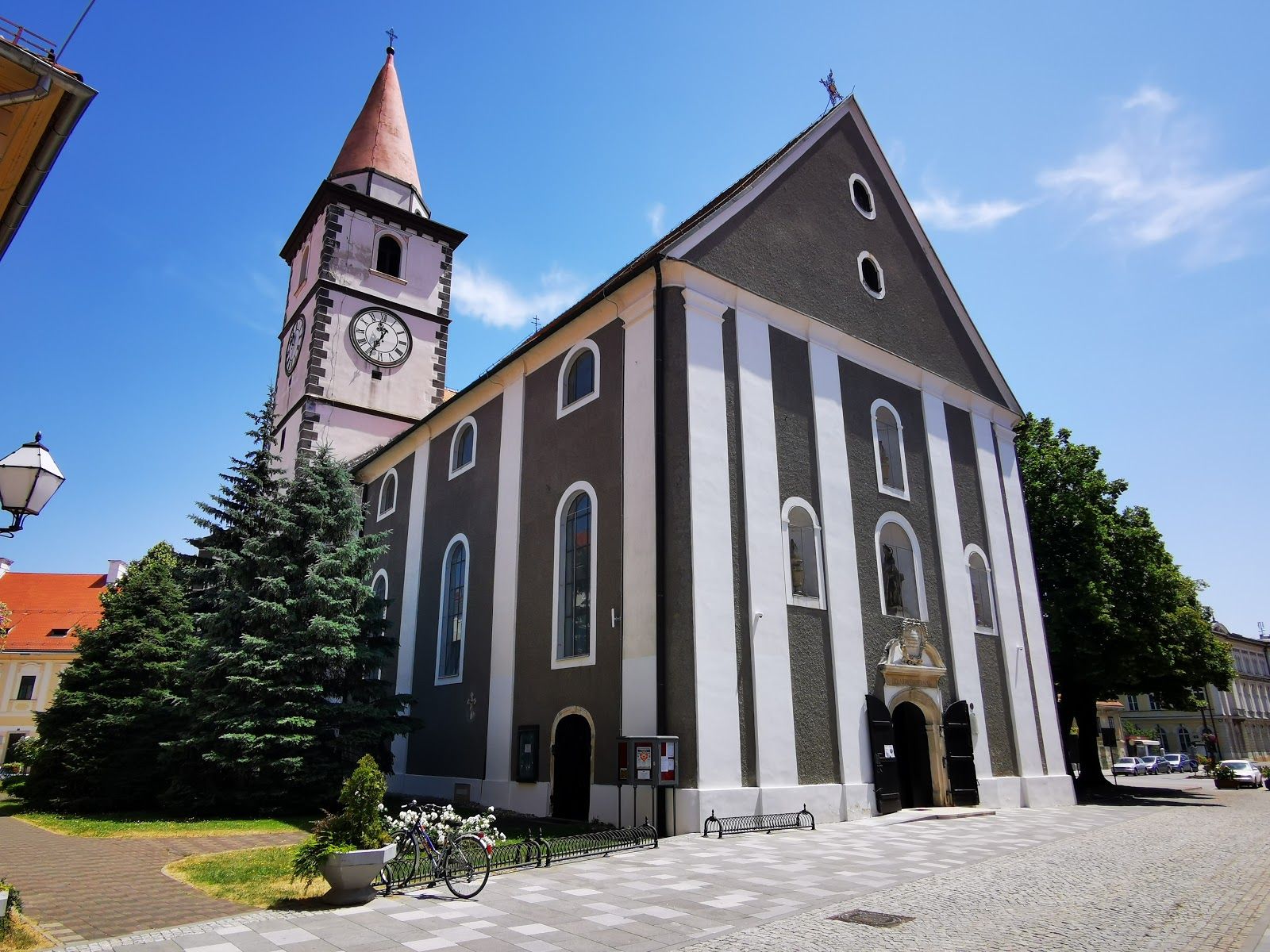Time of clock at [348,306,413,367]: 11:34
